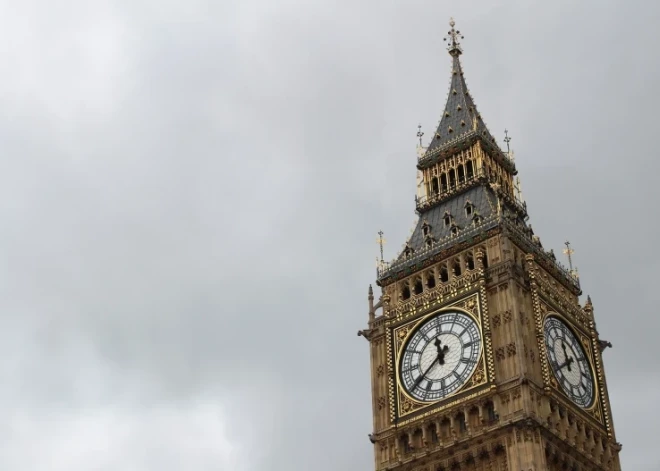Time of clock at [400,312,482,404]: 11:39
